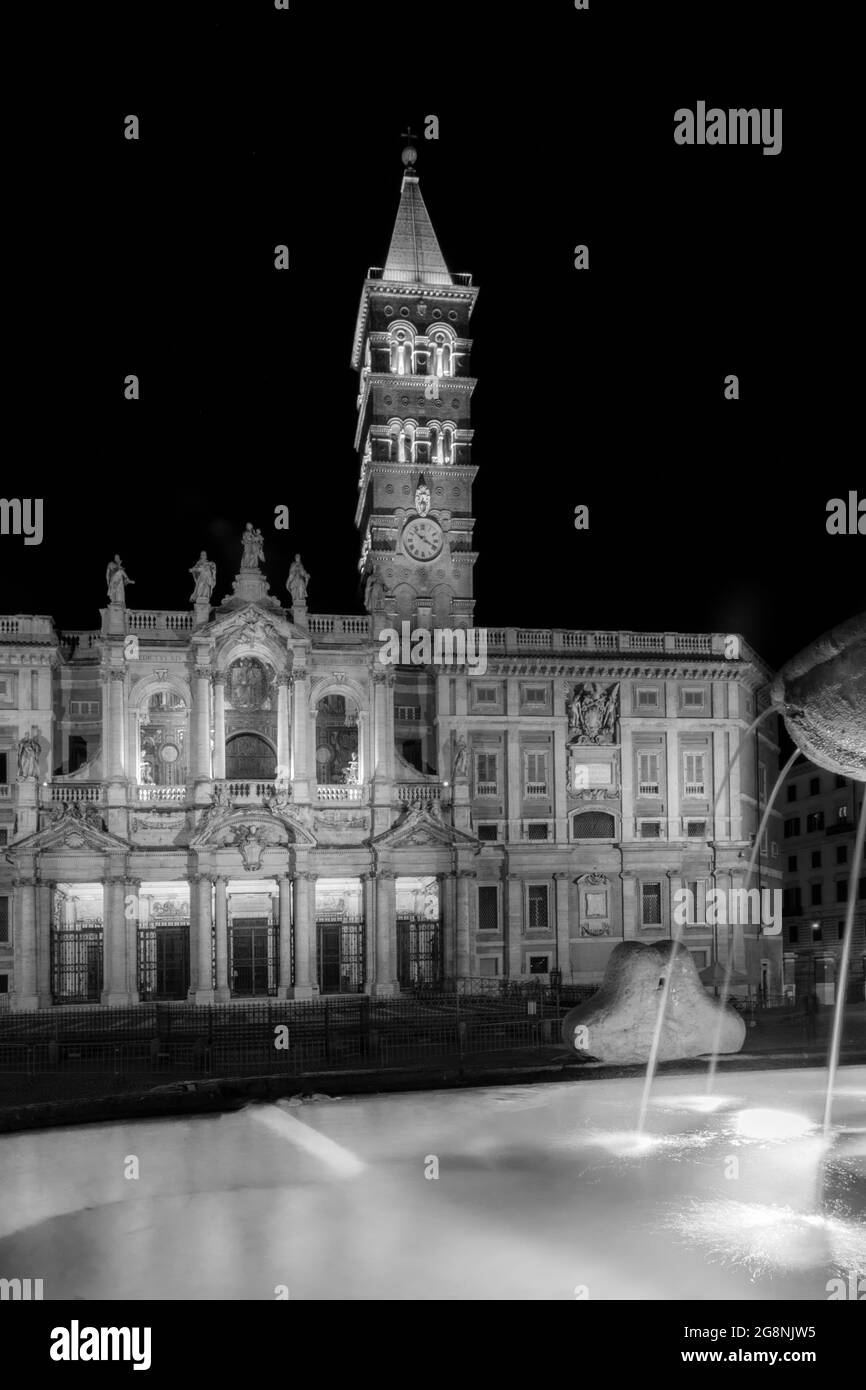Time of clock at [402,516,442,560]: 10:19
